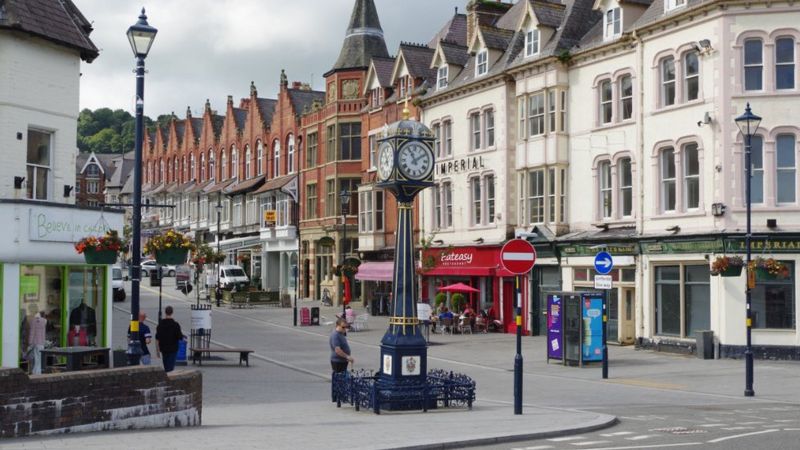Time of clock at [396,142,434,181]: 11:09
